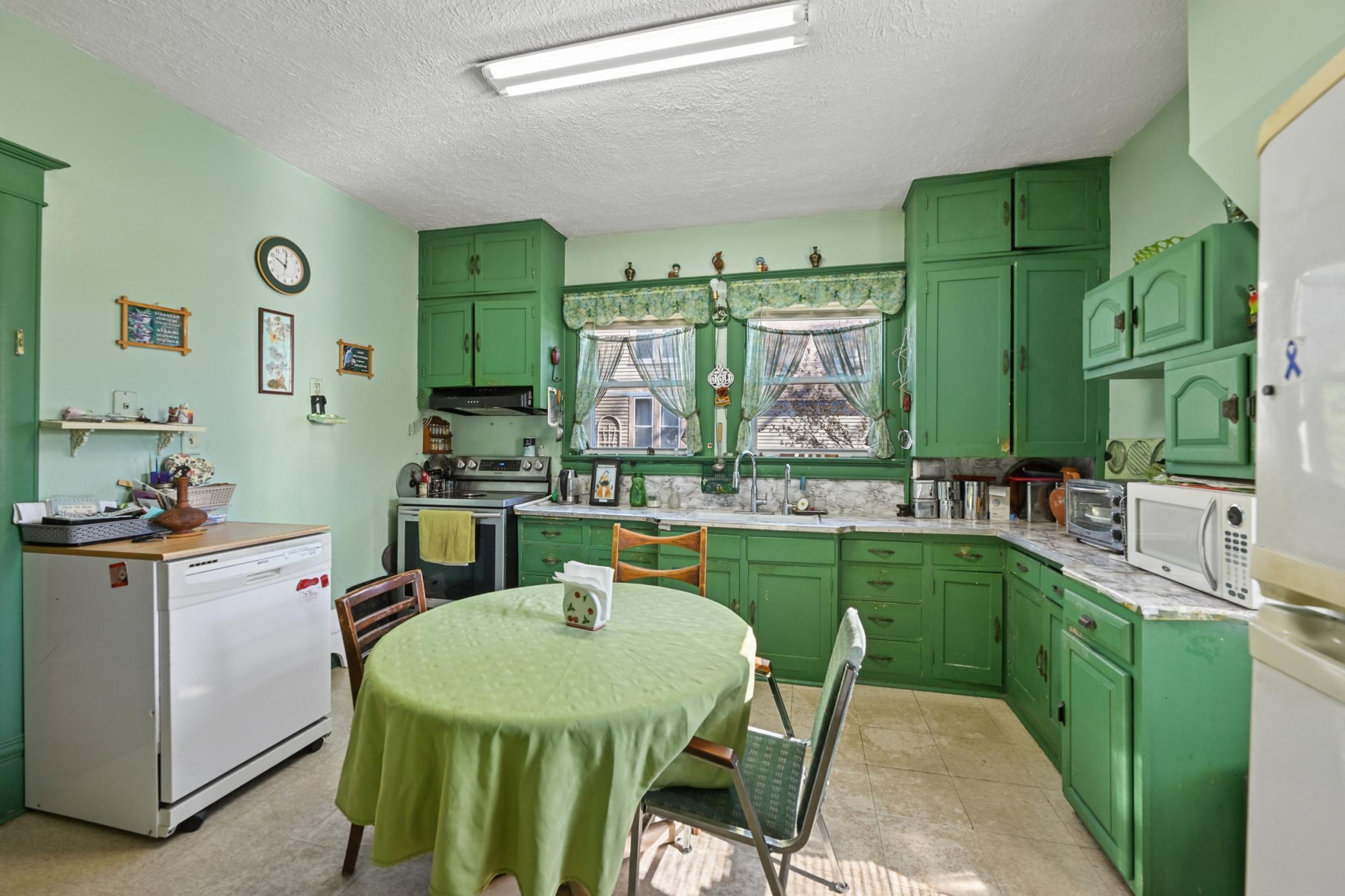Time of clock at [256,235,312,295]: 10:01
